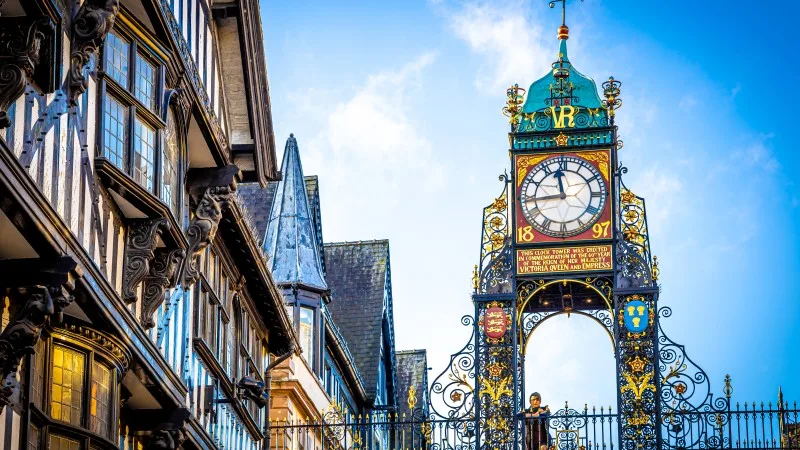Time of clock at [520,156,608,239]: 11:43
